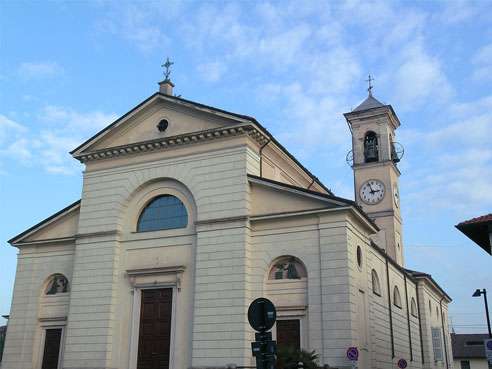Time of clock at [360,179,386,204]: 2:56
